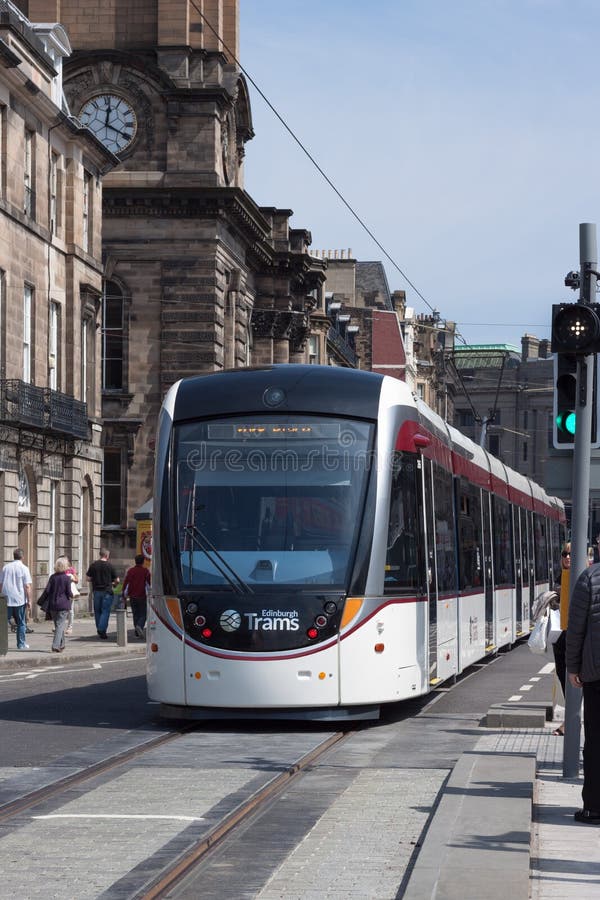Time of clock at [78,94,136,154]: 12:19
